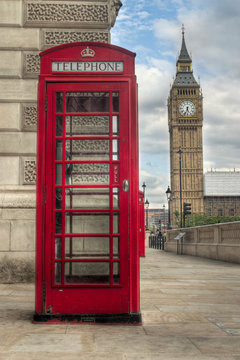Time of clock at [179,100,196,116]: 5:33
